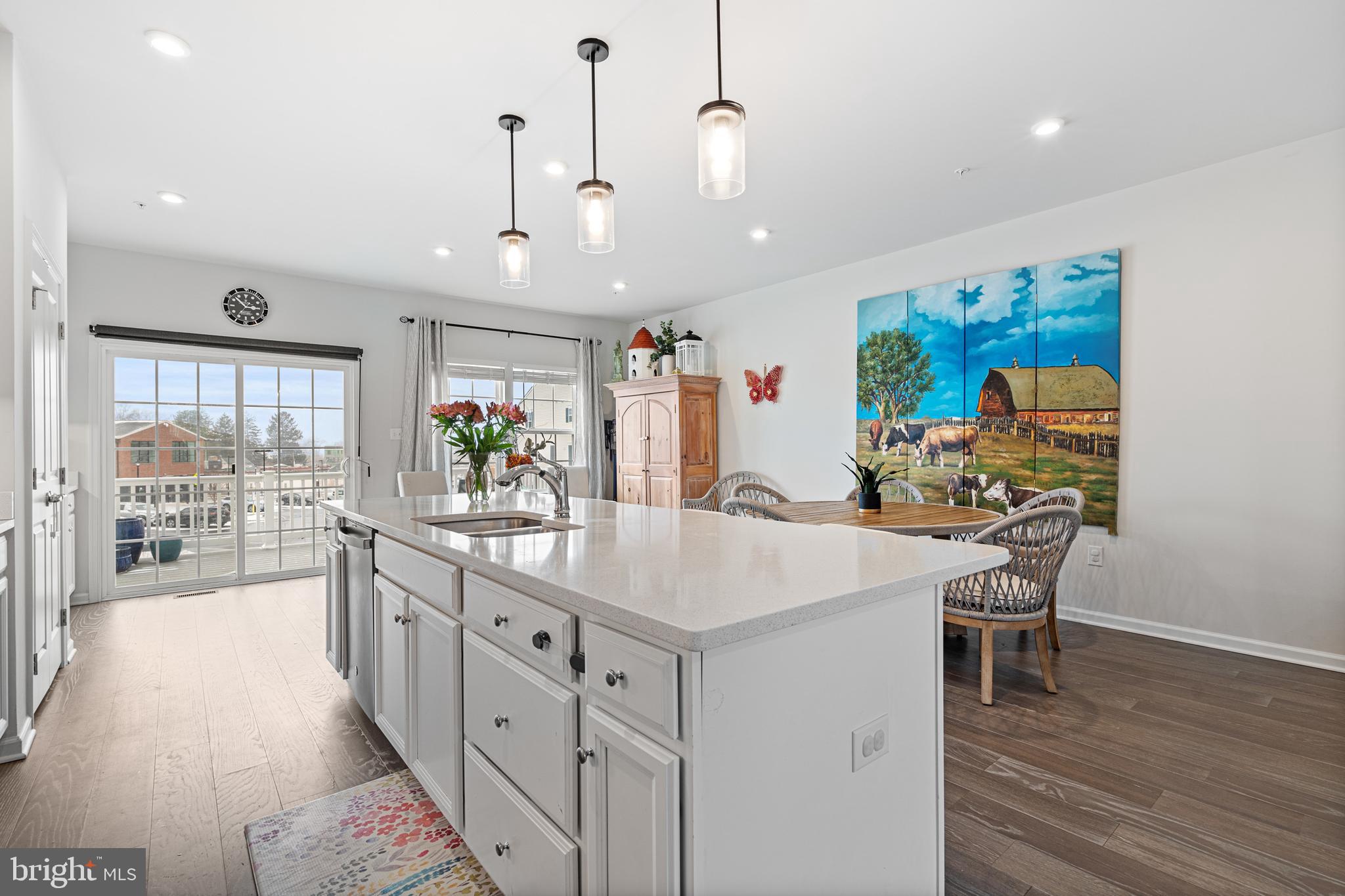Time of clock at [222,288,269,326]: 2:52
